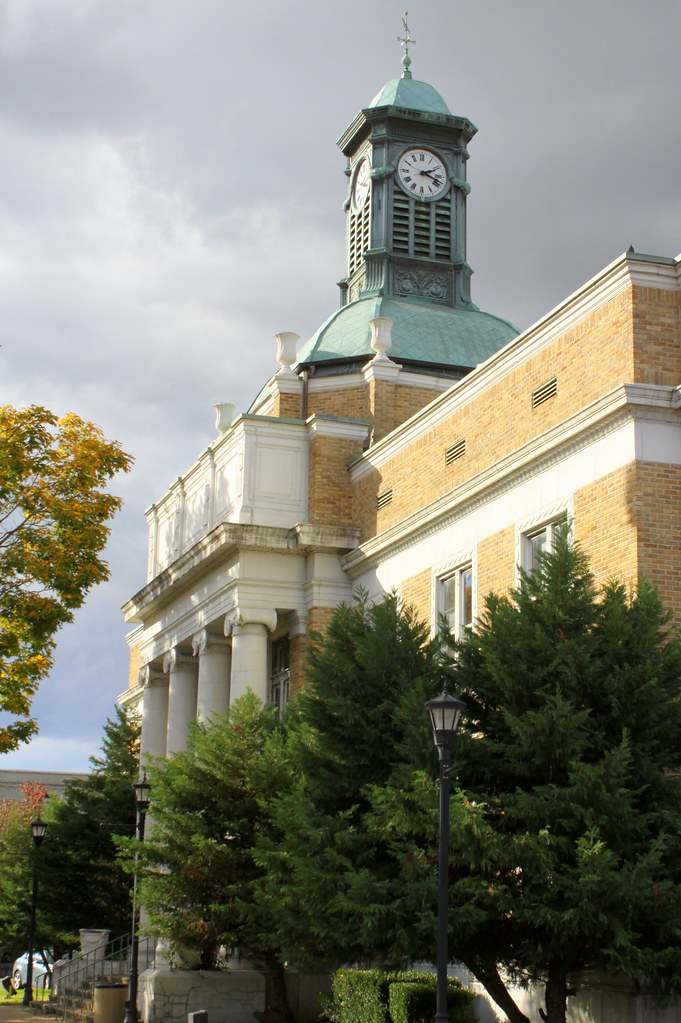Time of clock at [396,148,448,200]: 2:18
